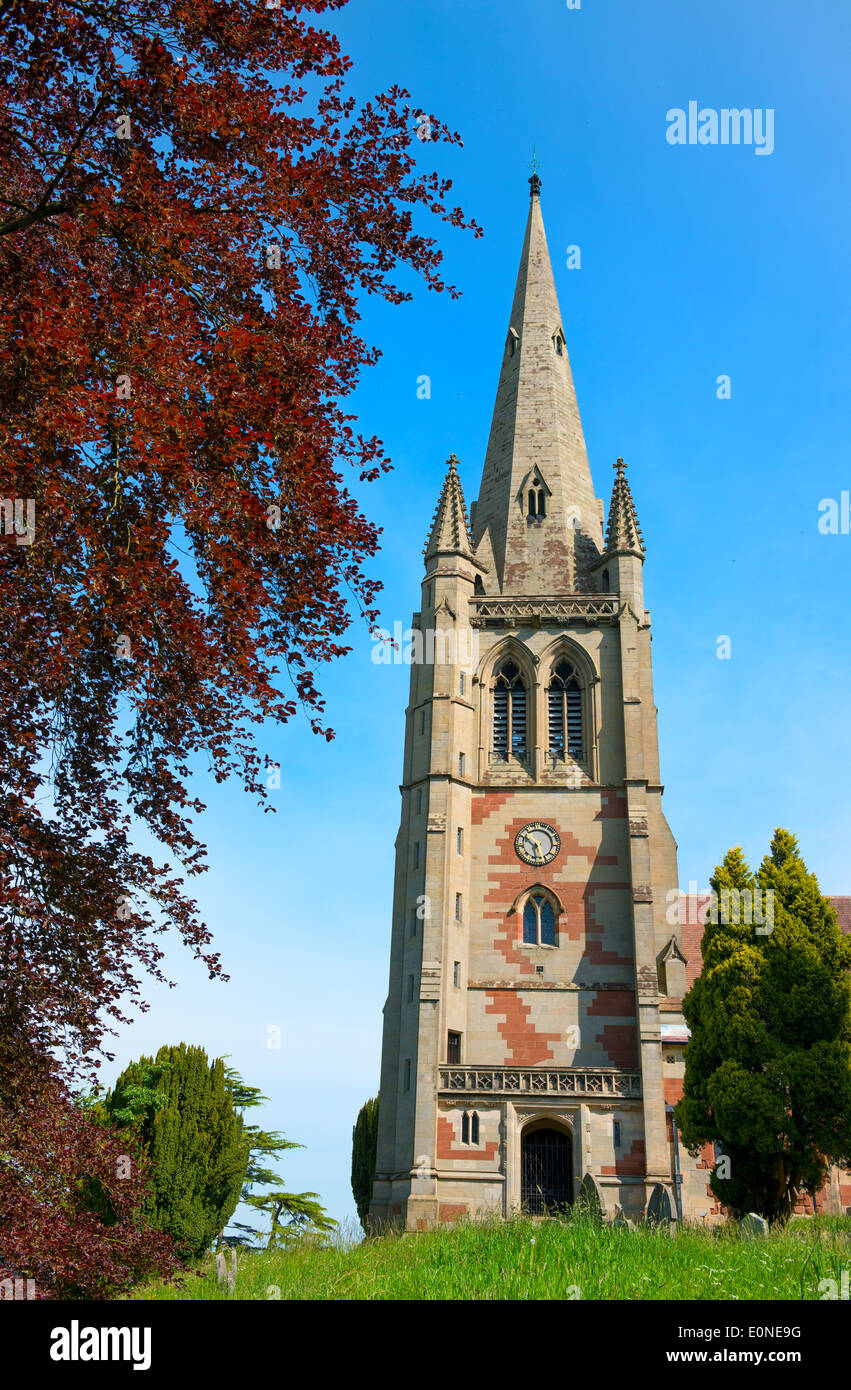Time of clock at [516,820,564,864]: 5:51
